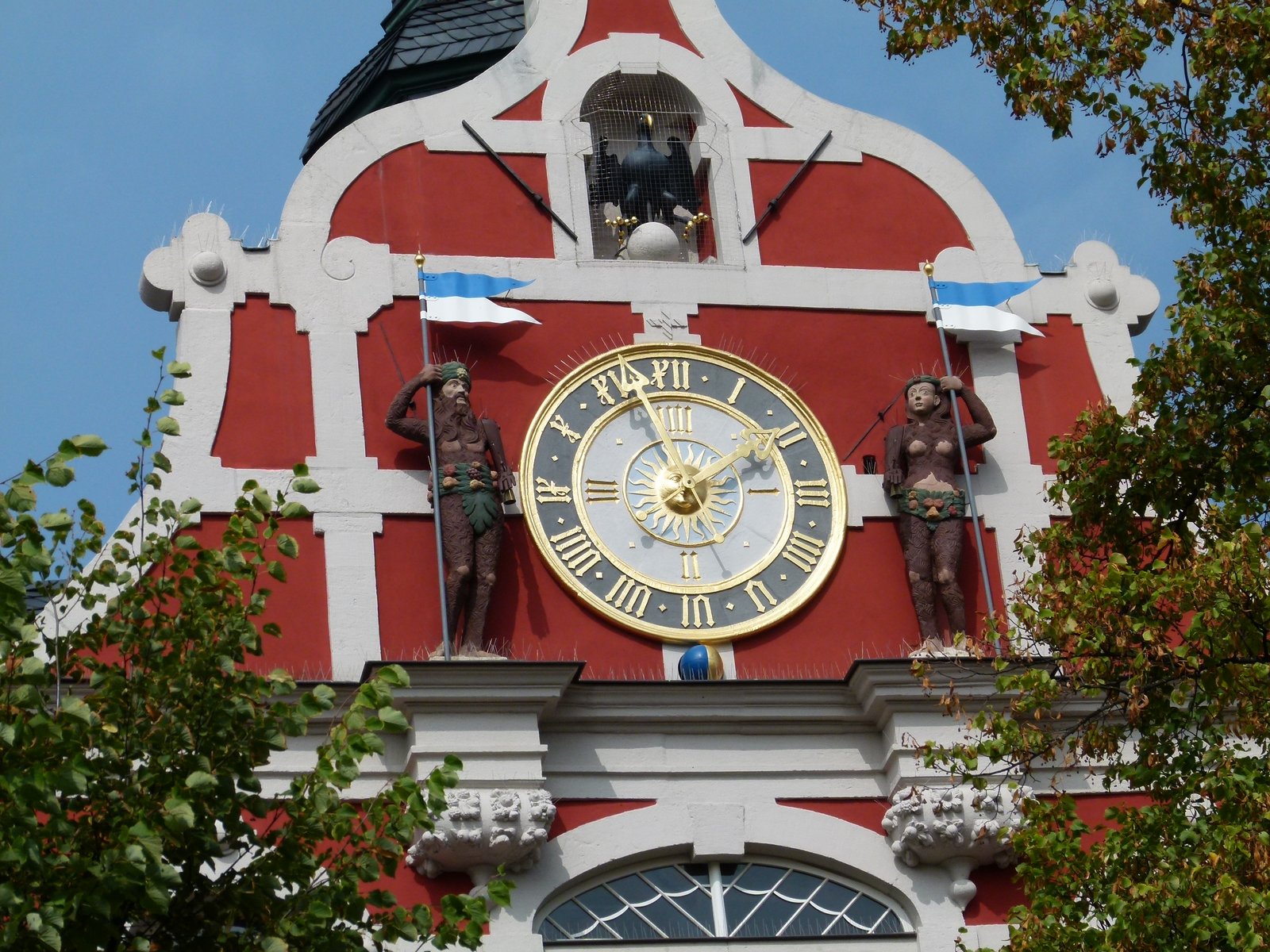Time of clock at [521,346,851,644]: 1:56
